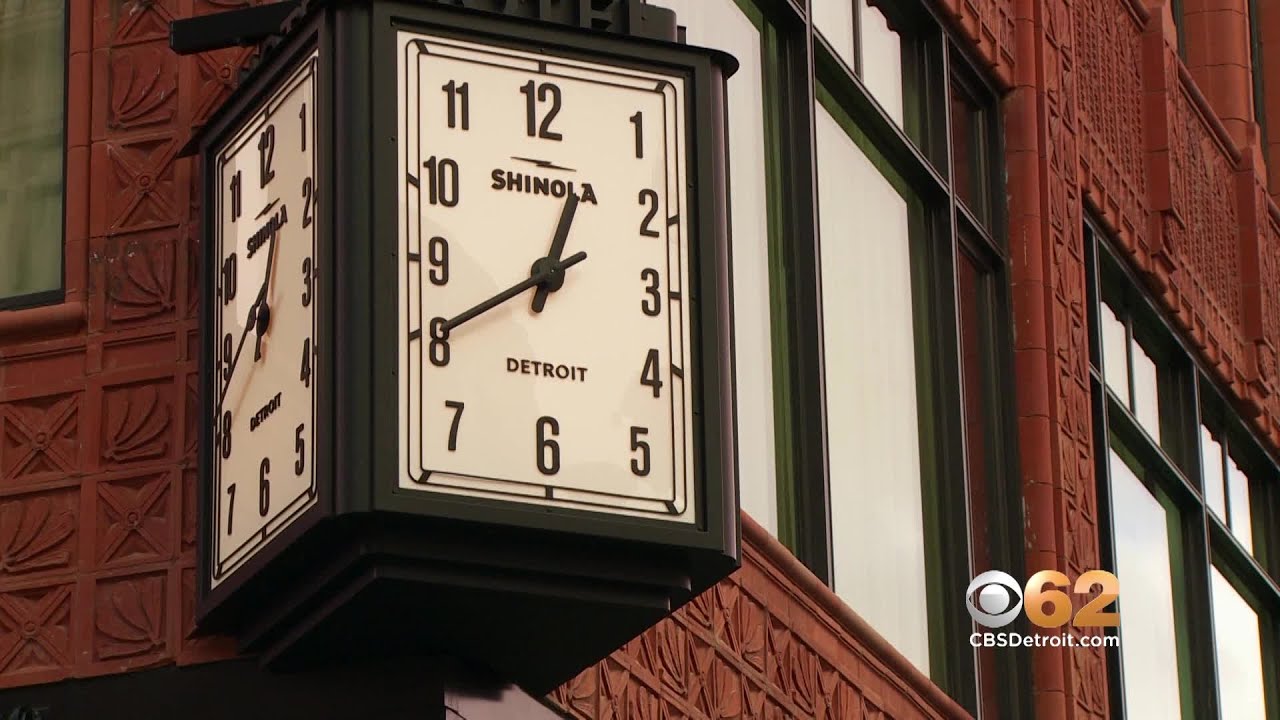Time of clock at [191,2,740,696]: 12:40
